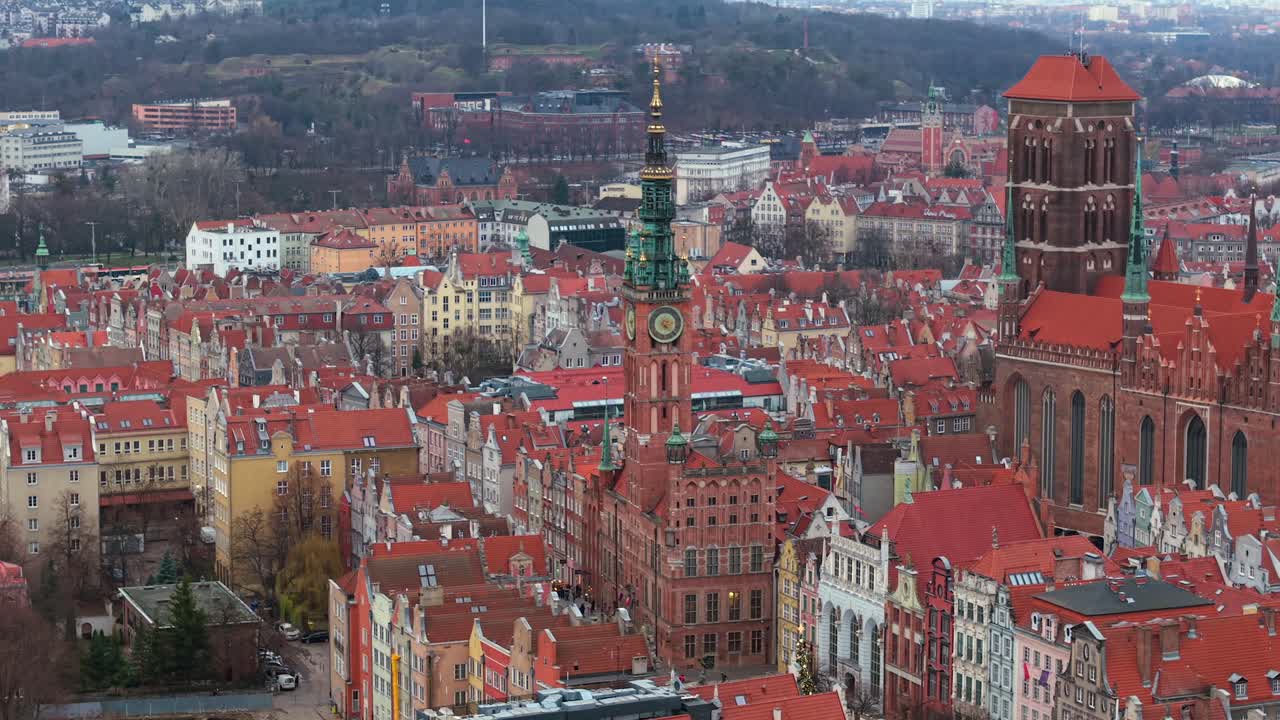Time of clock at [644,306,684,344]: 4:21
